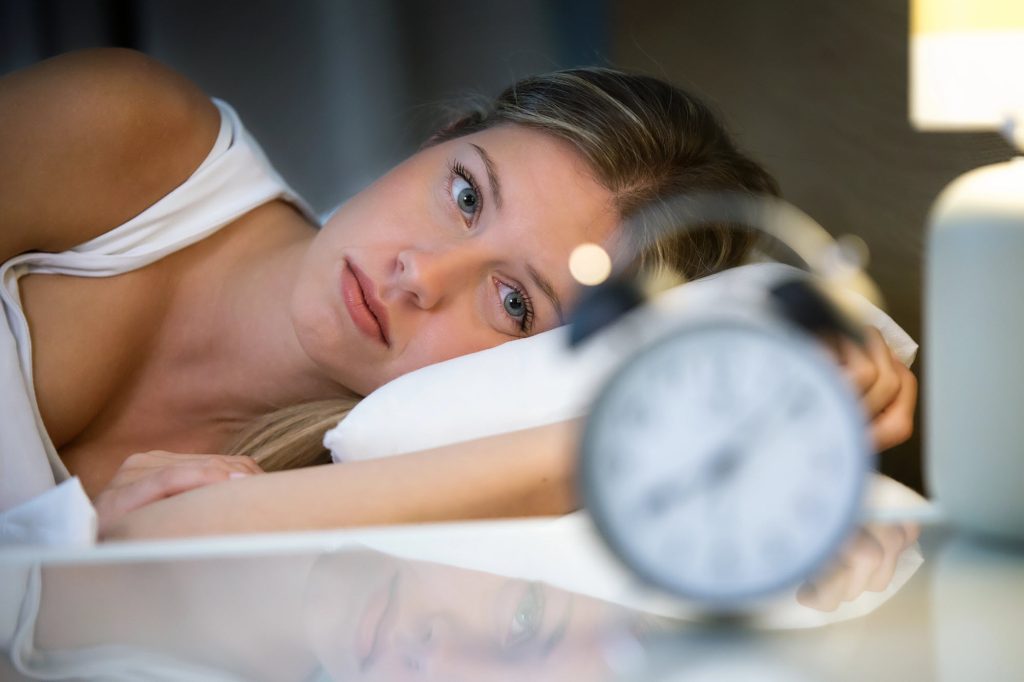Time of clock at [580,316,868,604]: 8:07
